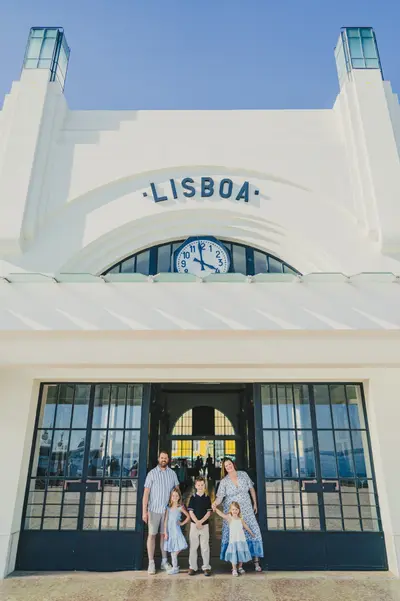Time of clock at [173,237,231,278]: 3:58
